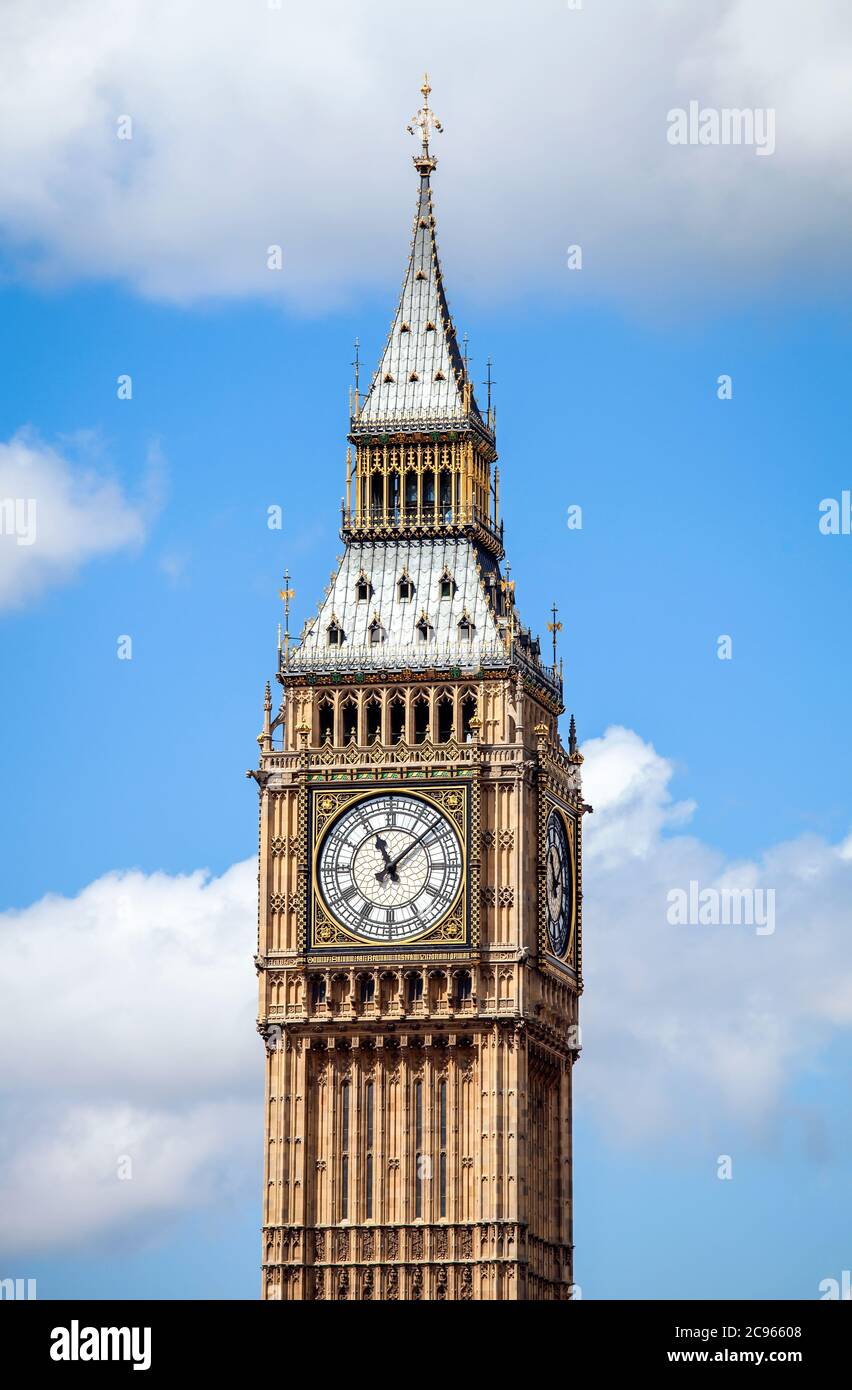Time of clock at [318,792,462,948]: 11:07
